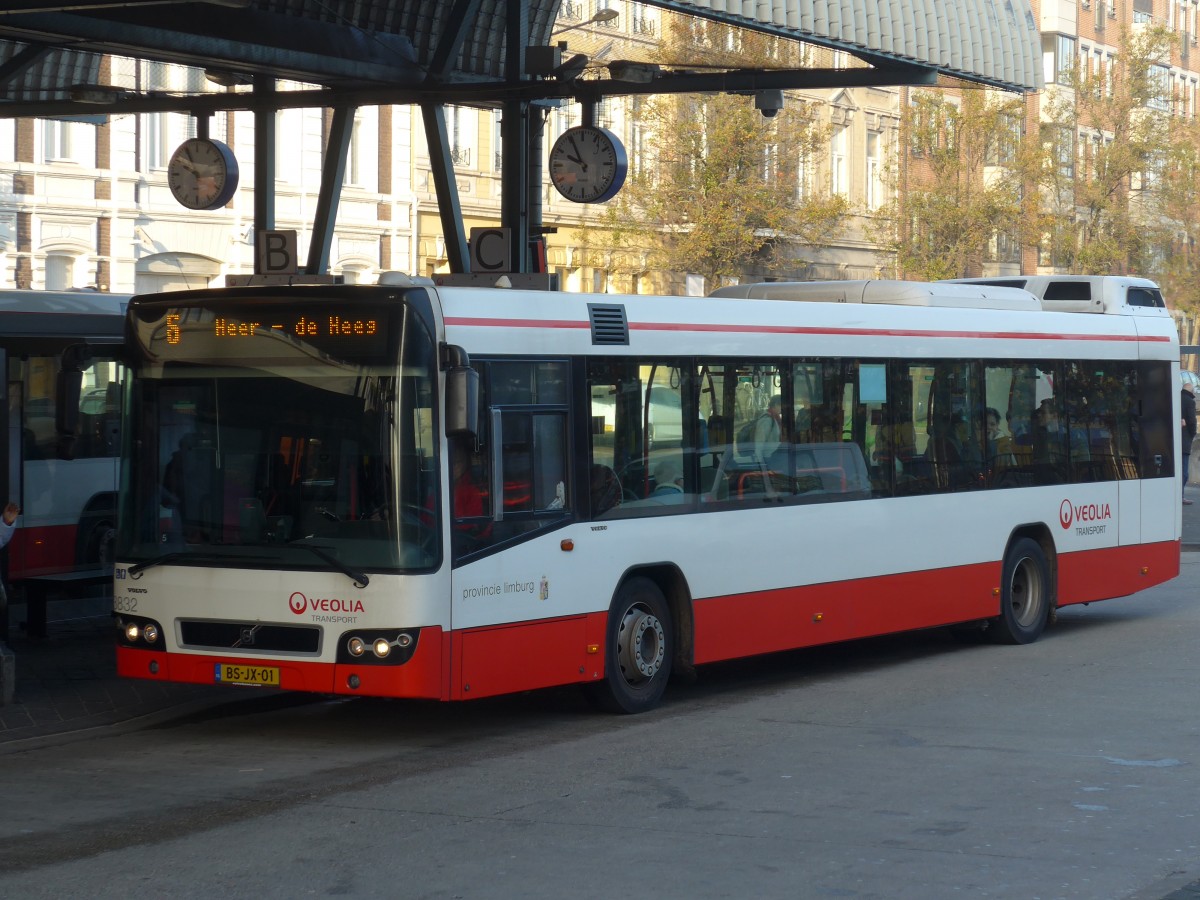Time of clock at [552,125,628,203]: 9:55
